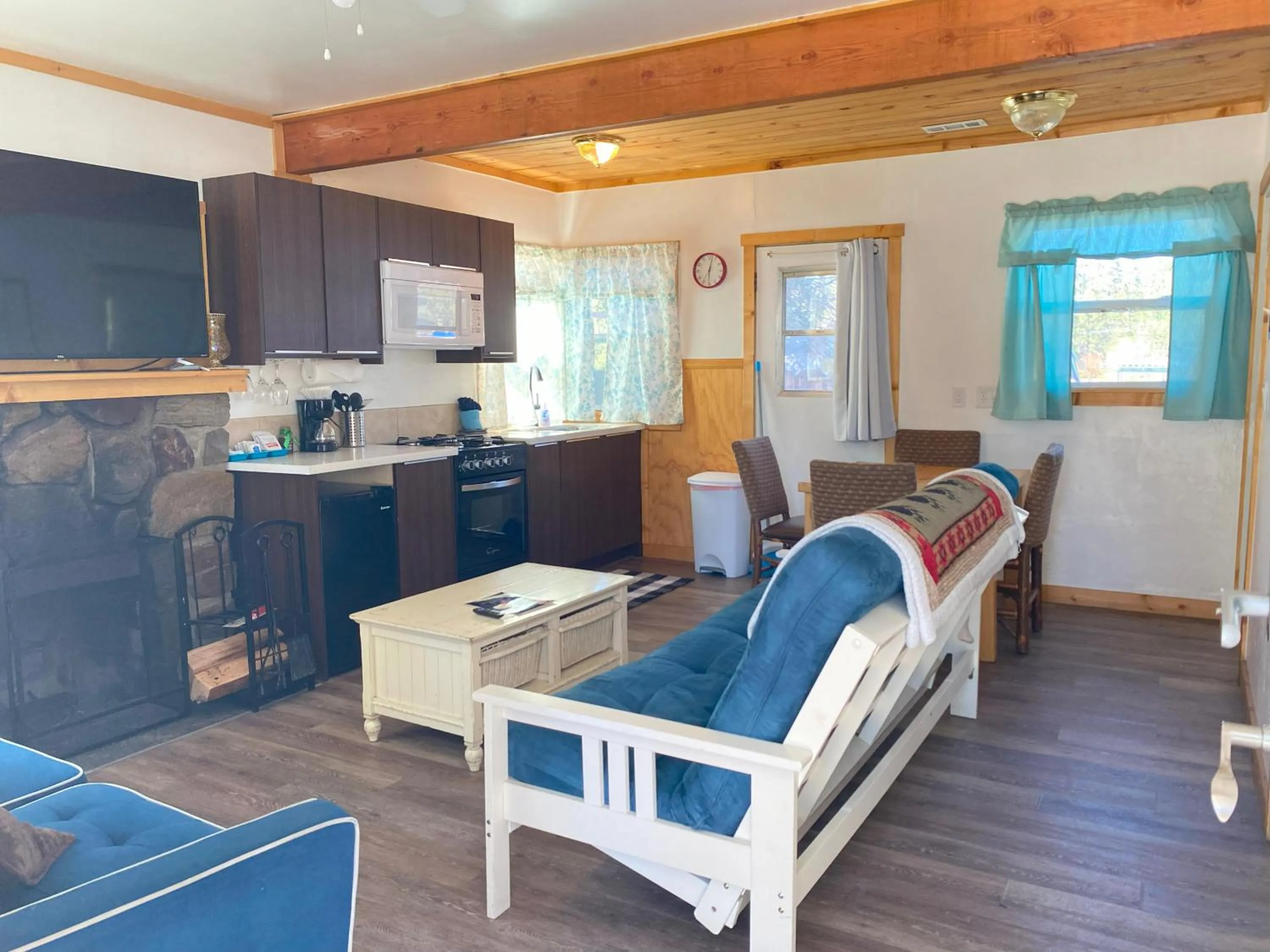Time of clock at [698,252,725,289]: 6:02
